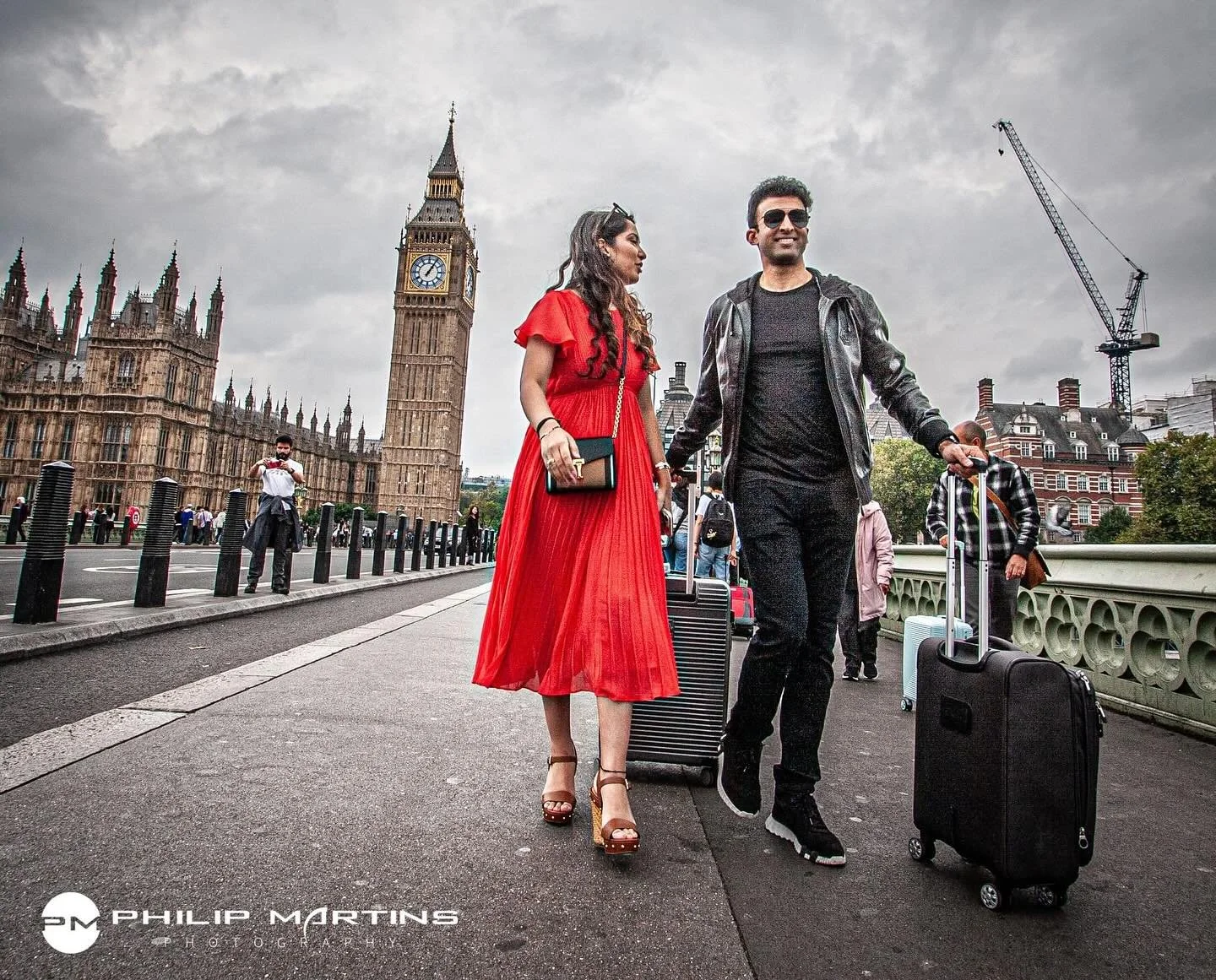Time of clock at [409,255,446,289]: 1:05
